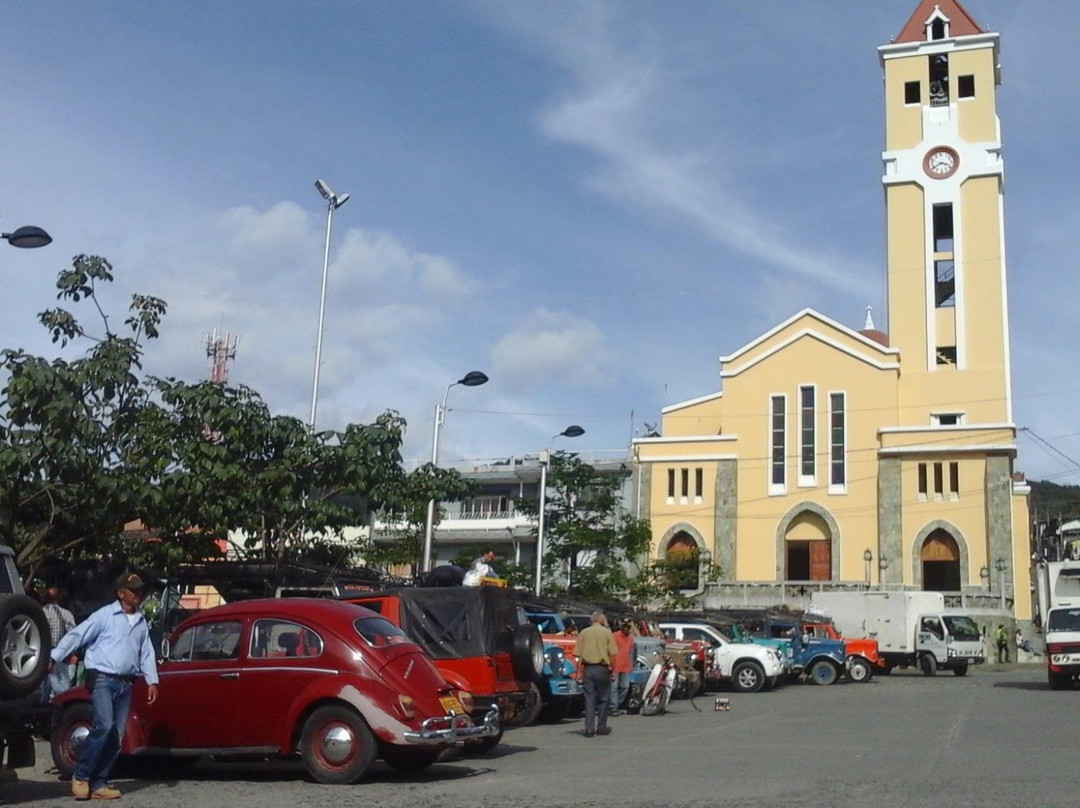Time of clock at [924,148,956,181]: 3:40
